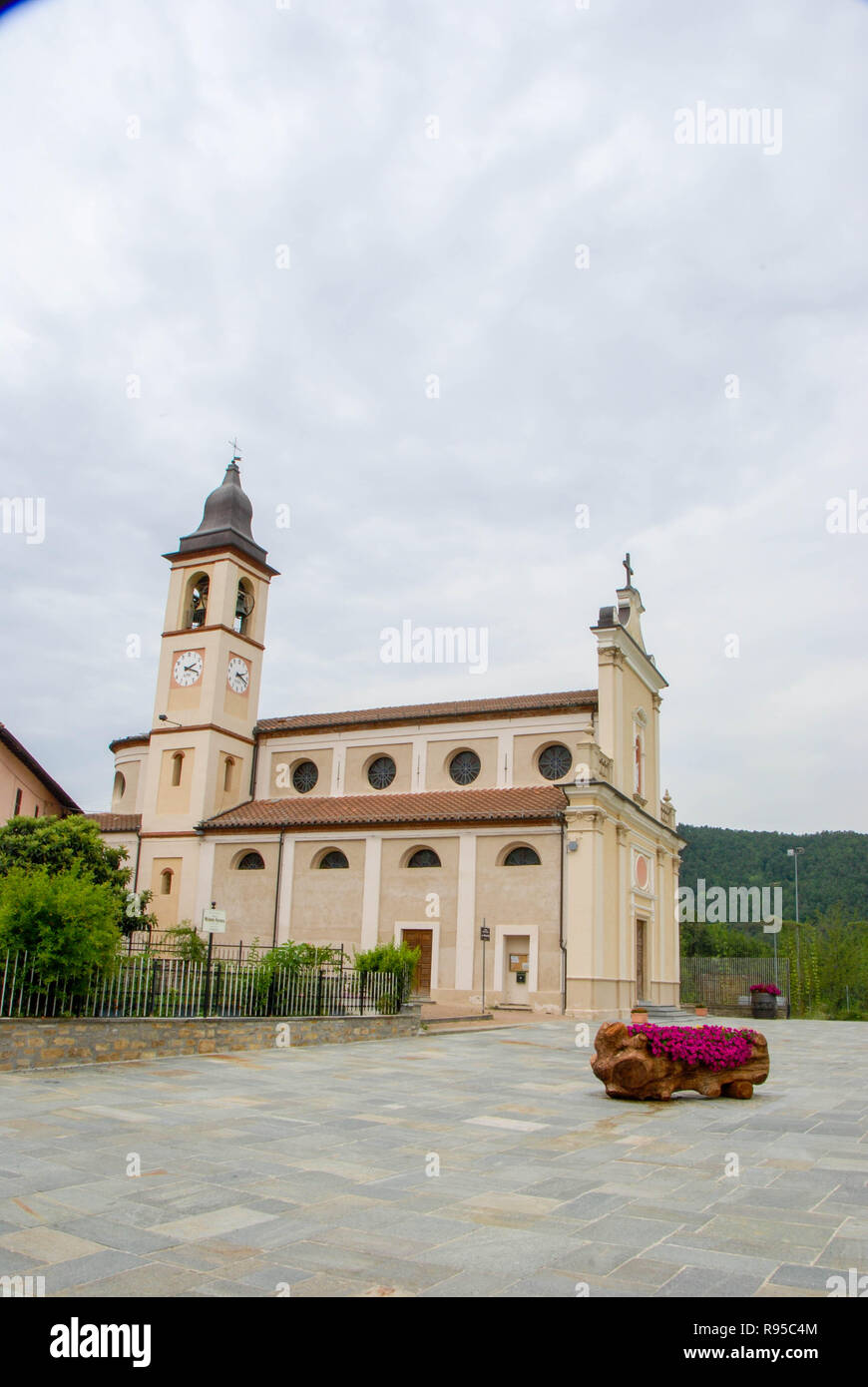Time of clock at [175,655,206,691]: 2:18
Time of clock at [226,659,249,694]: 2:18
